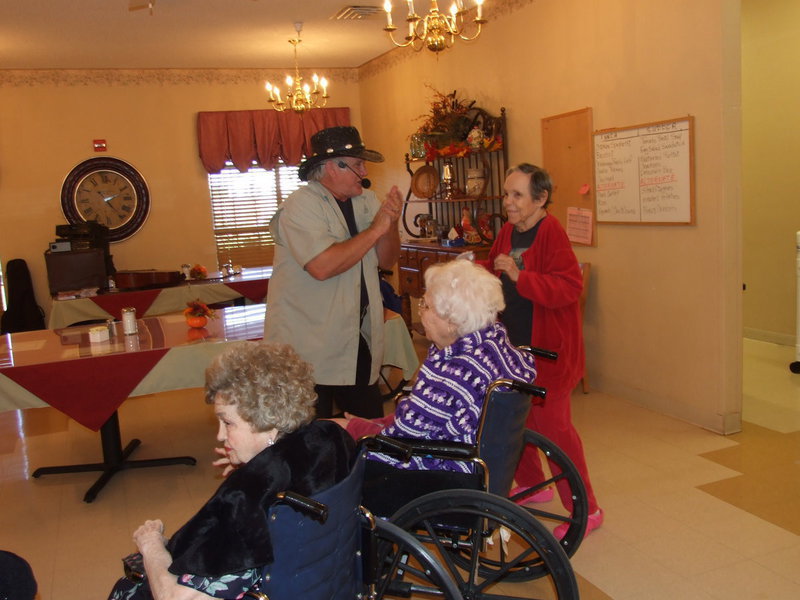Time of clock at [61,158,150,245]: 2:23
